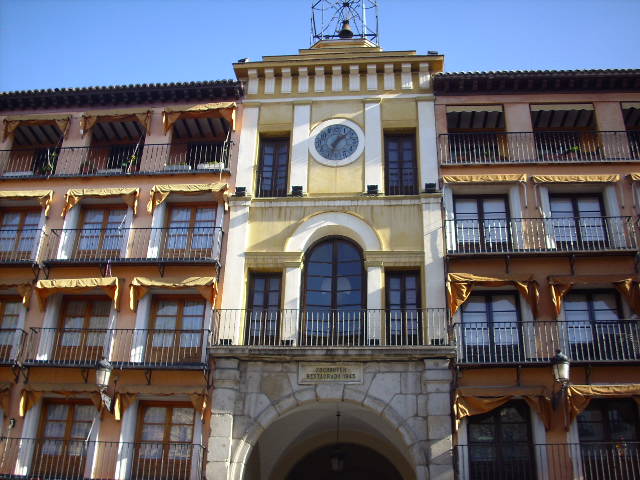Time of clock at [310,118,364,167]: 1:33
